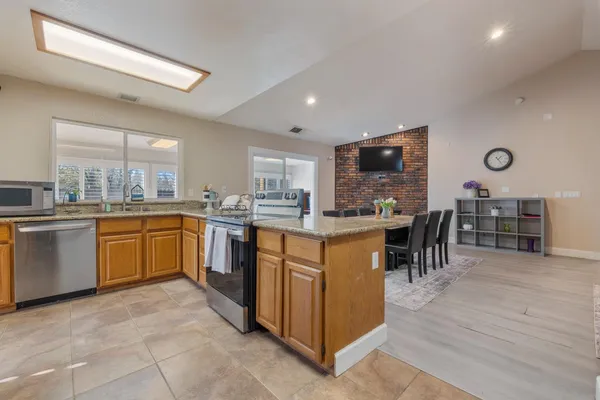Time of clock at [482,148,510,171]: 1:24
